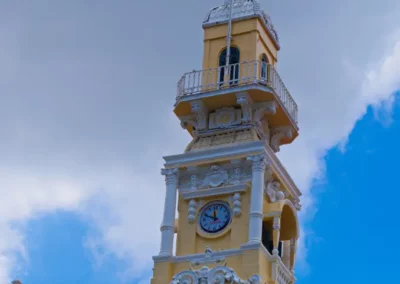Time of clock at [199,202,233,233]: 11:48
